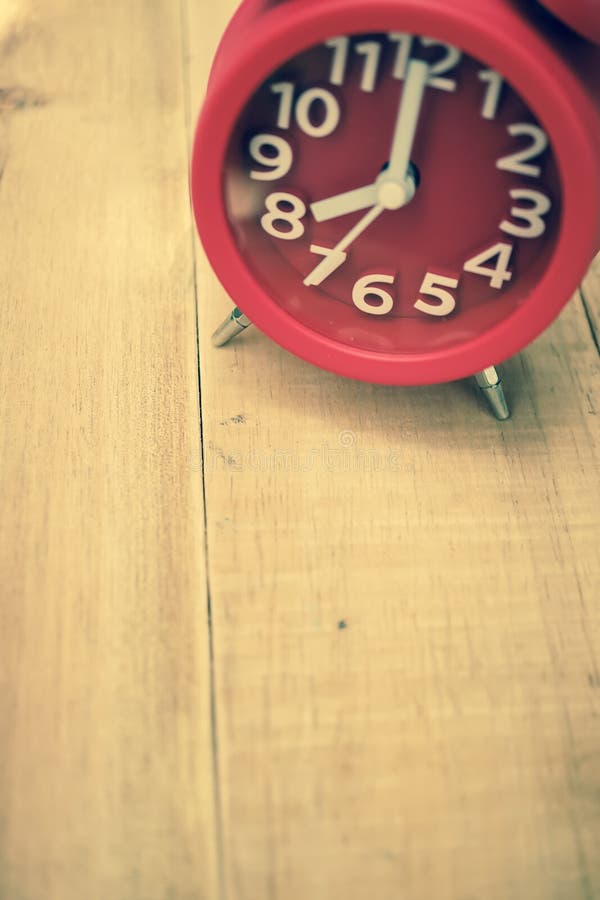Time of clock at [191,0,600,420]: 8:00
